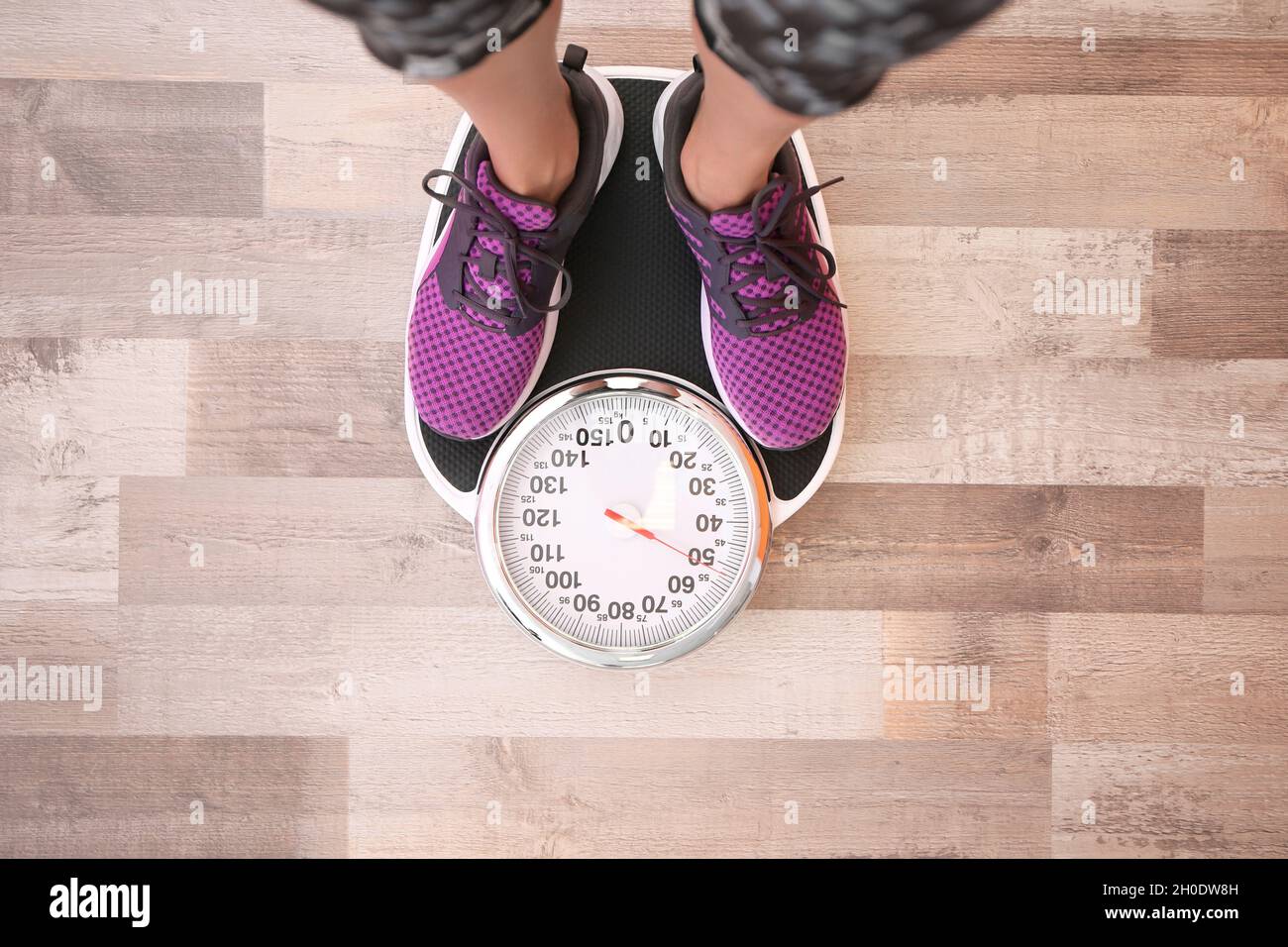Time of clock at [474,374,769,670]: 4:20
